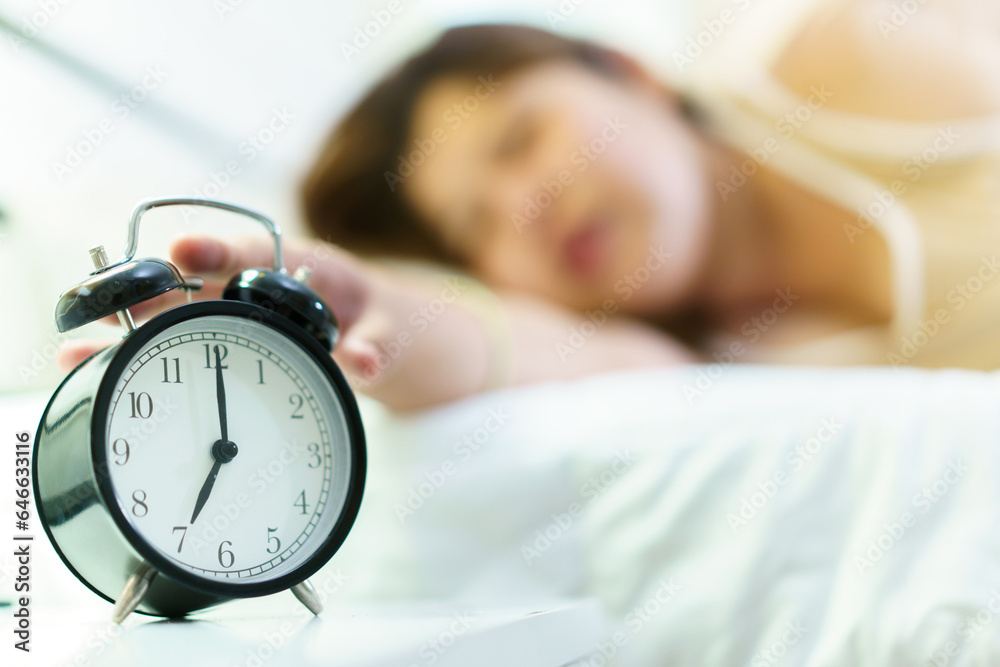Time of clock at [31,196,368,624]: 7:00
